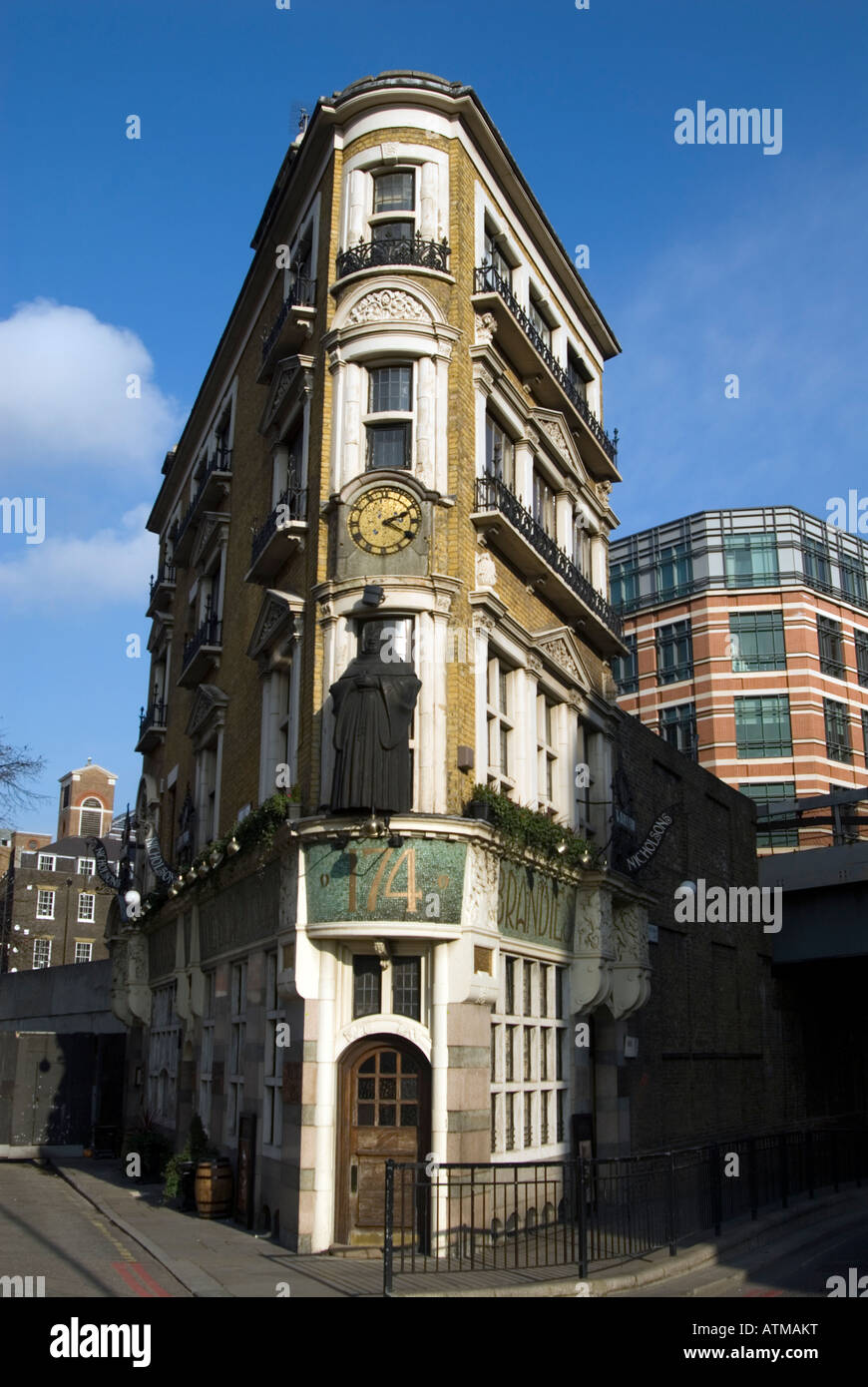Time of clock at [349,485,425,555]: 2:19
